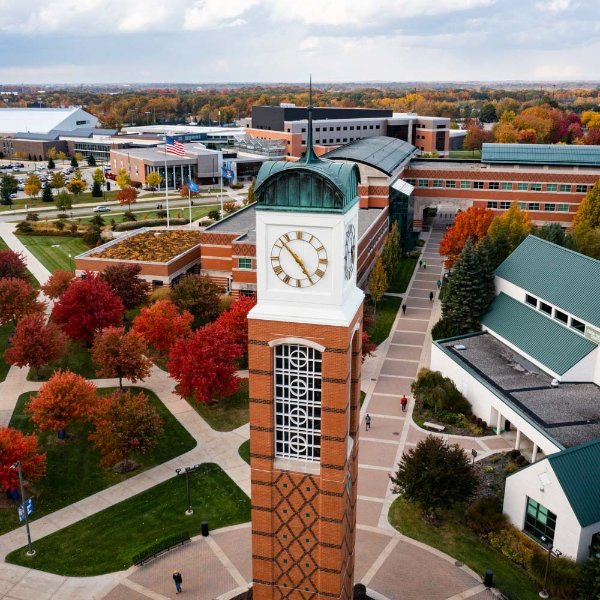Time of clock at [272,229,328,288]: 4:52
